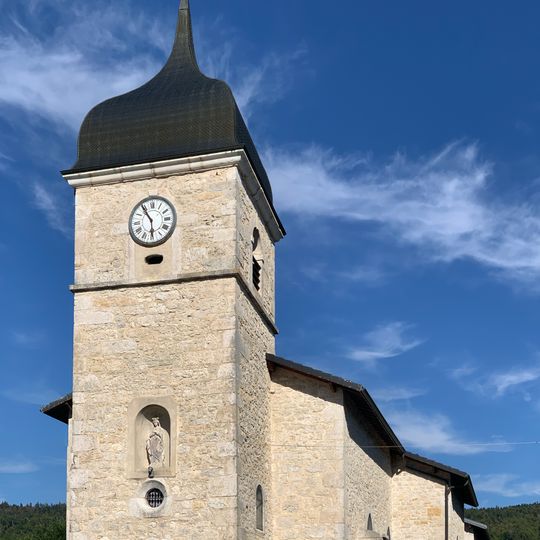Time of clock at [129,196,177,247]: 5:54
